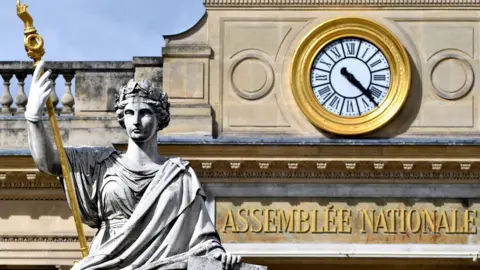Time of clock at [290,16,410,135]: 4:22
